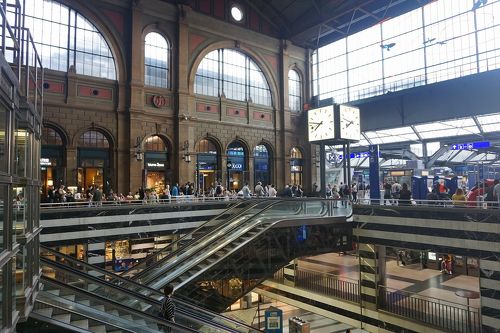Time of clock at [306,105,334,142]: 7:46
